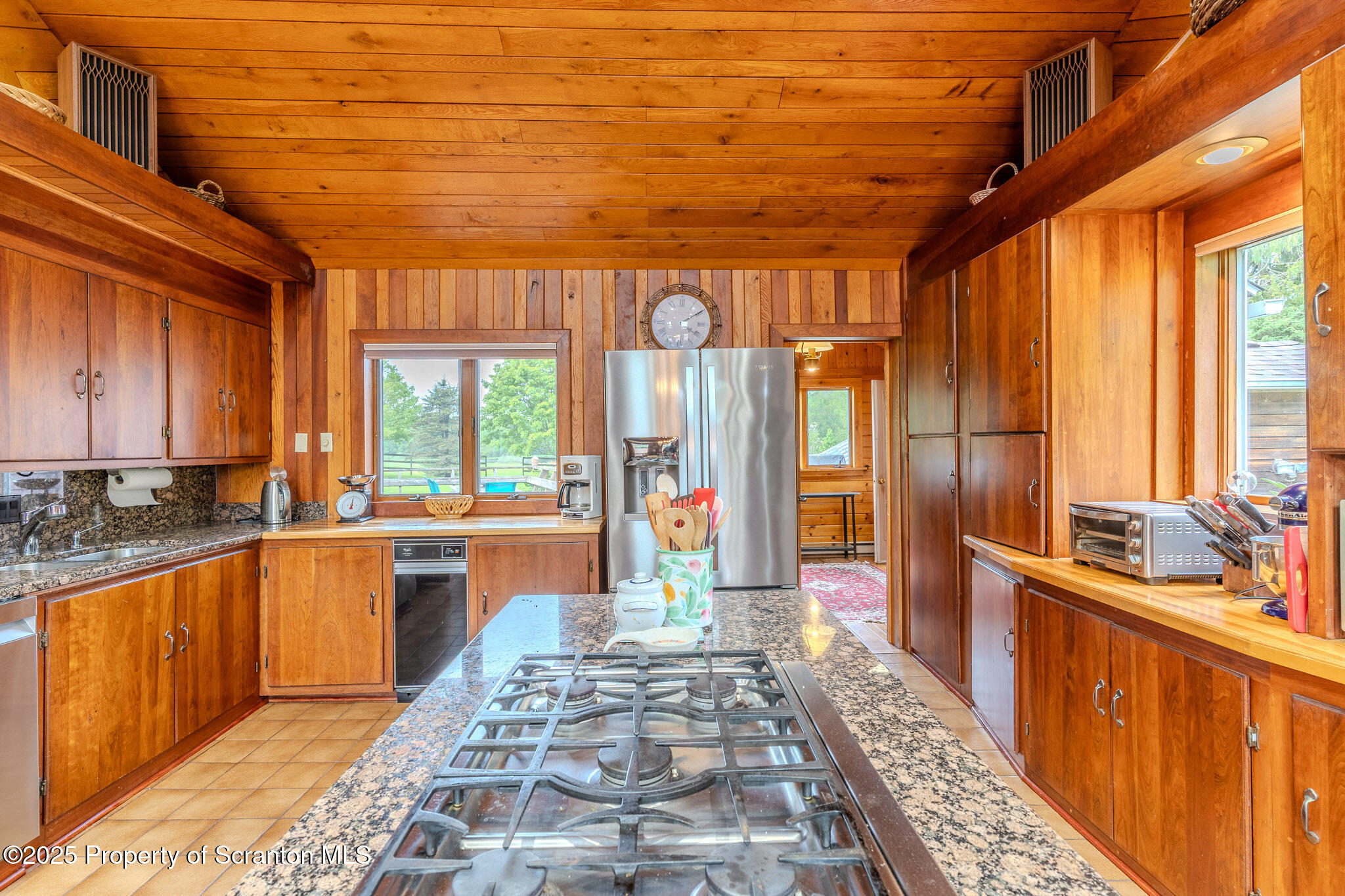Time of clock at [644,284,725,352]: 4:09
